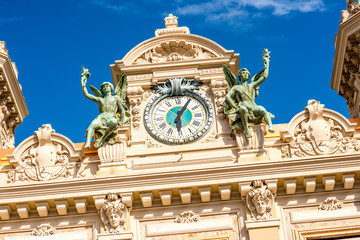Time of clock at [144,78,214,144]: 6:06
